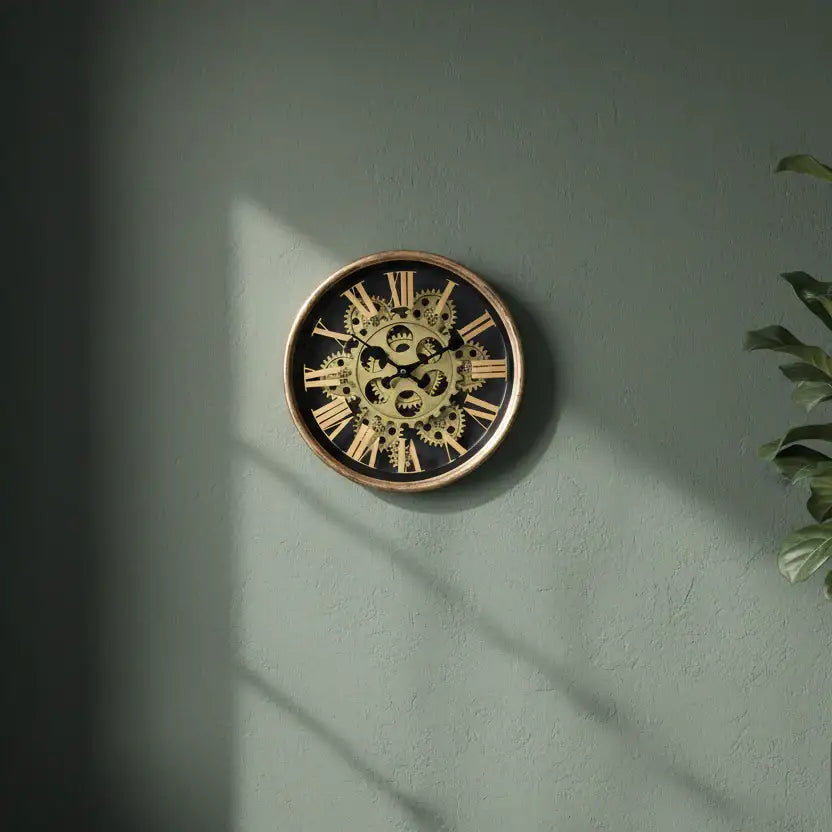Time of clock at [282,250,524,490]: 1:50
